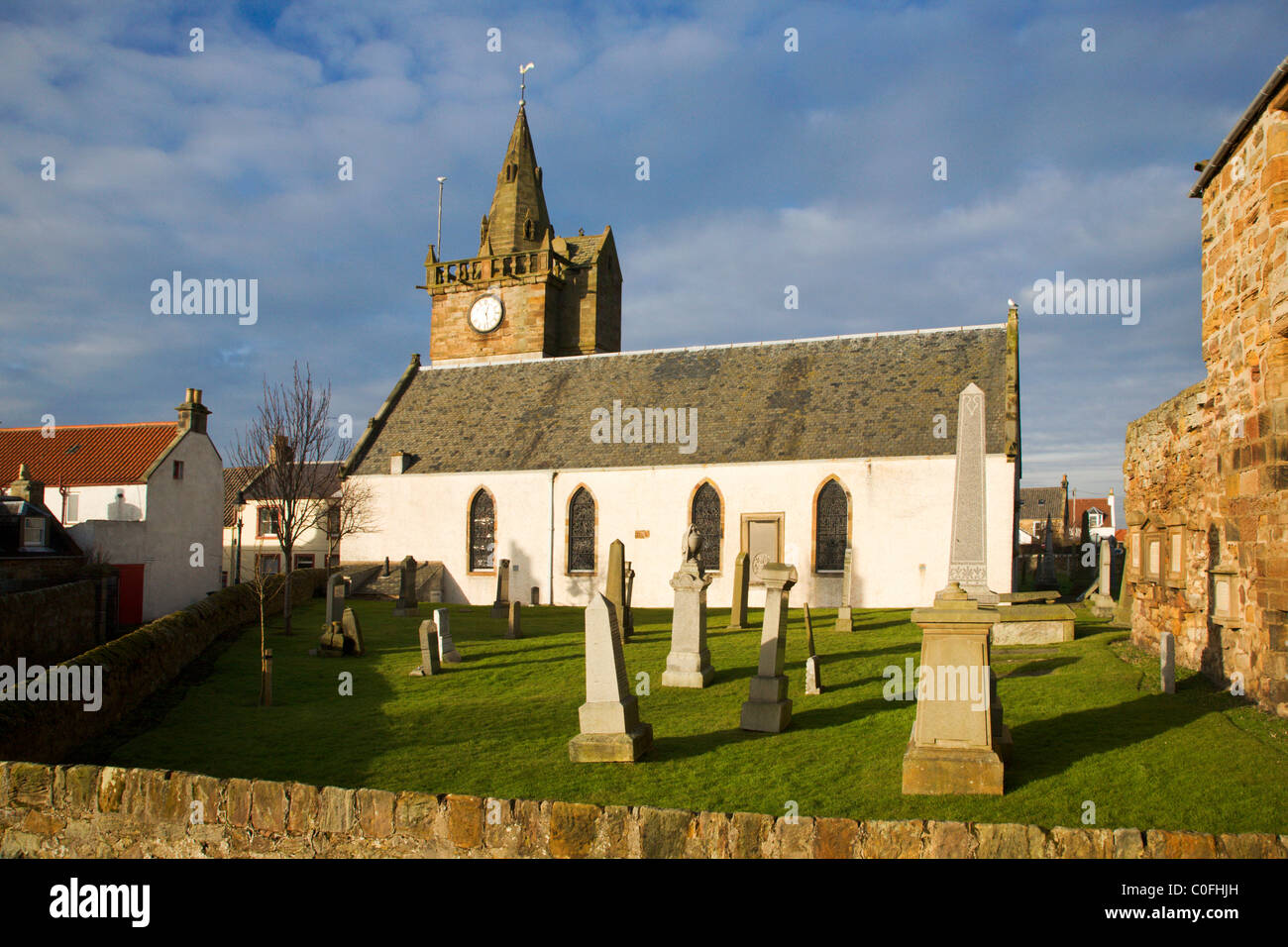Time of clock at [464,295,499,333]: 12:28
